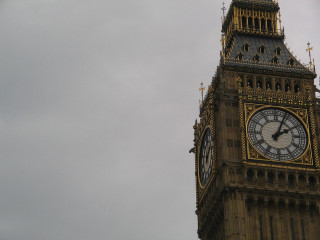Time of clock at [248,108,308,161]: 2:03
